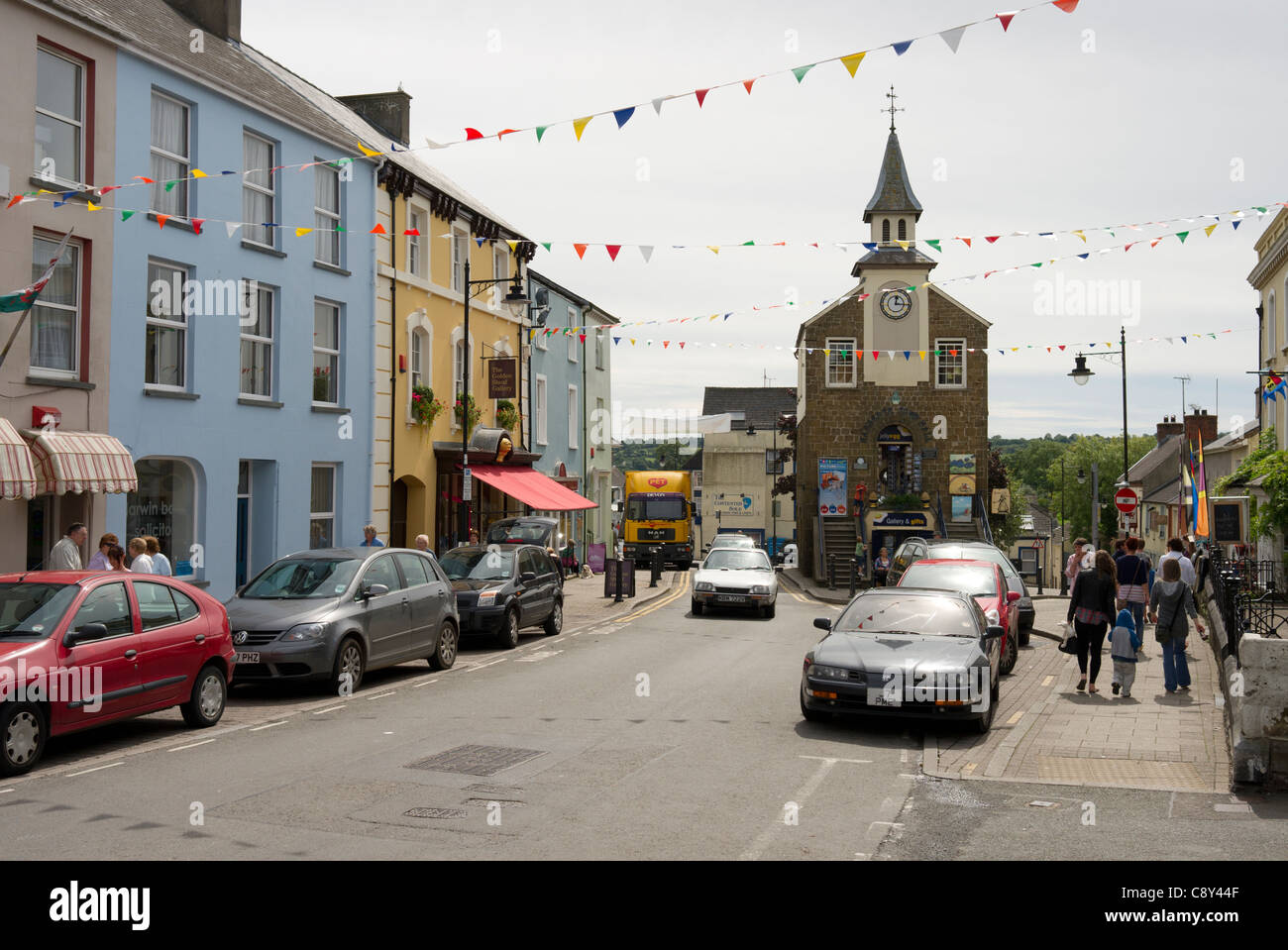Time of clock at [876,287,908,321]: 12:15
